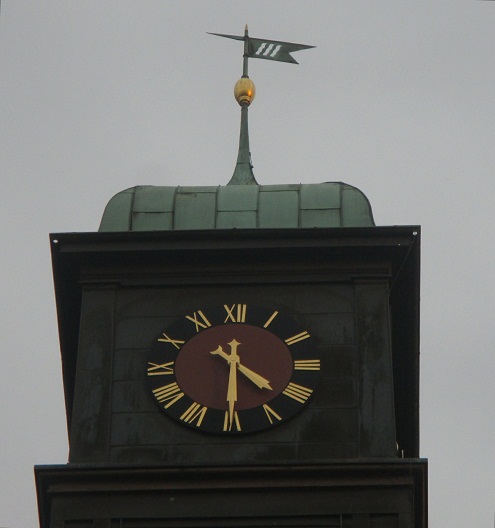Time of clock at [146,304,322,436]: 4:30
